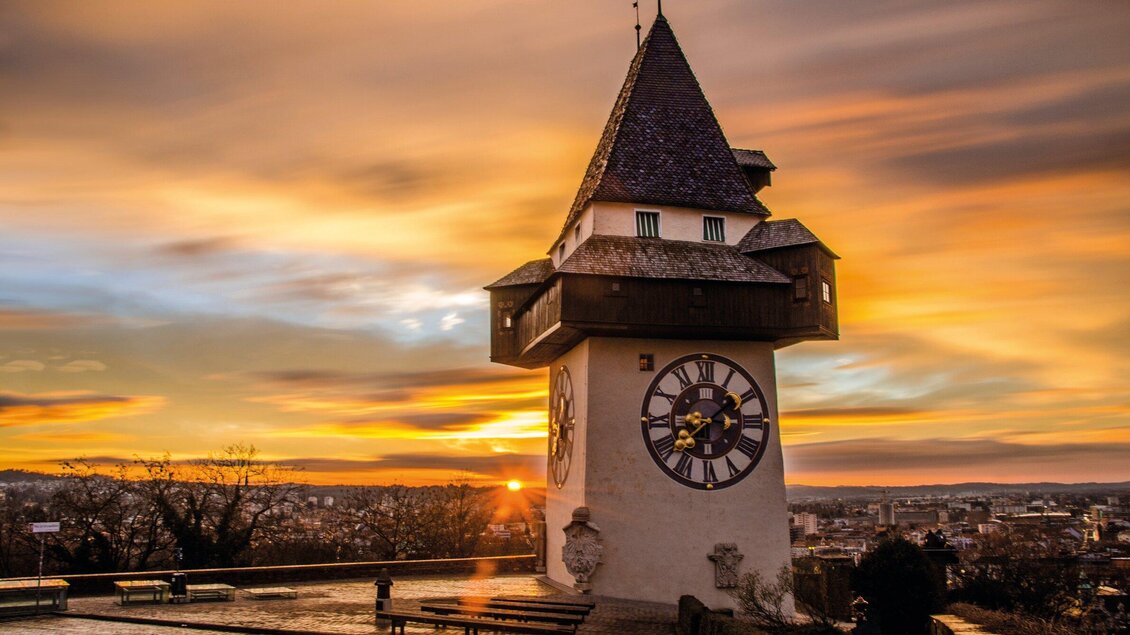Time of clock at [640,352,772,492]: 1:37
